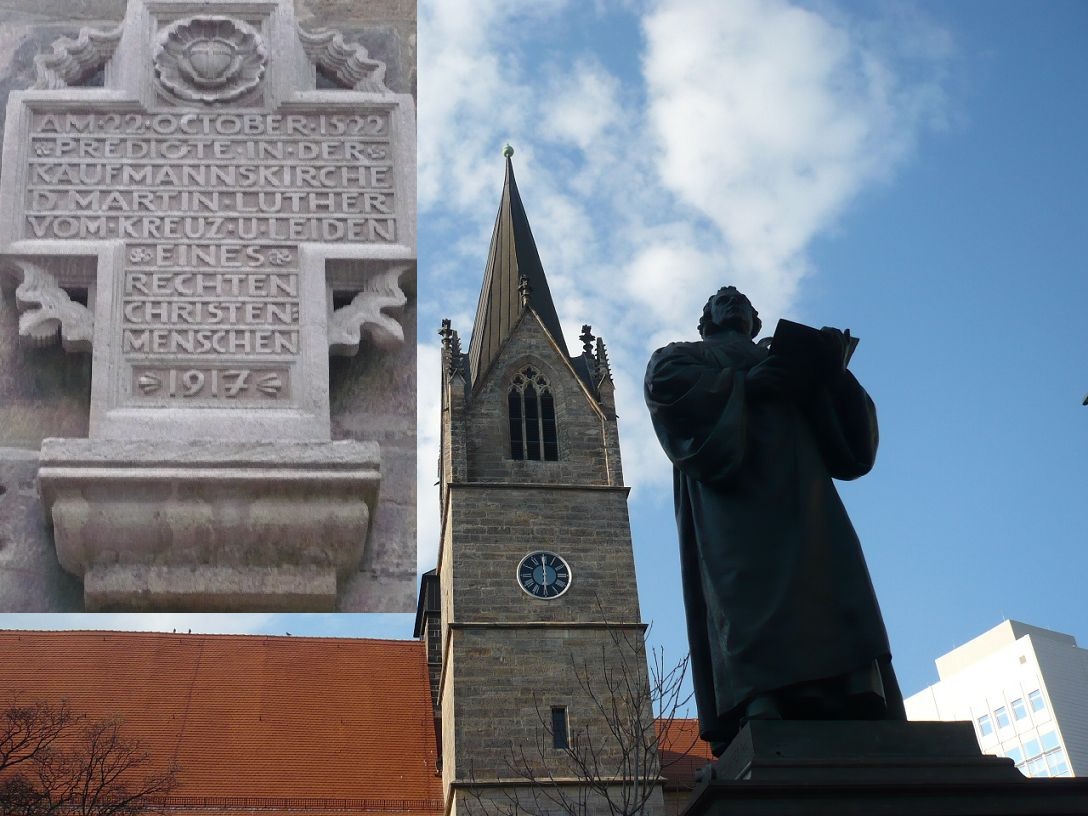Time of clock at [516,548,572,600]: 5:59
